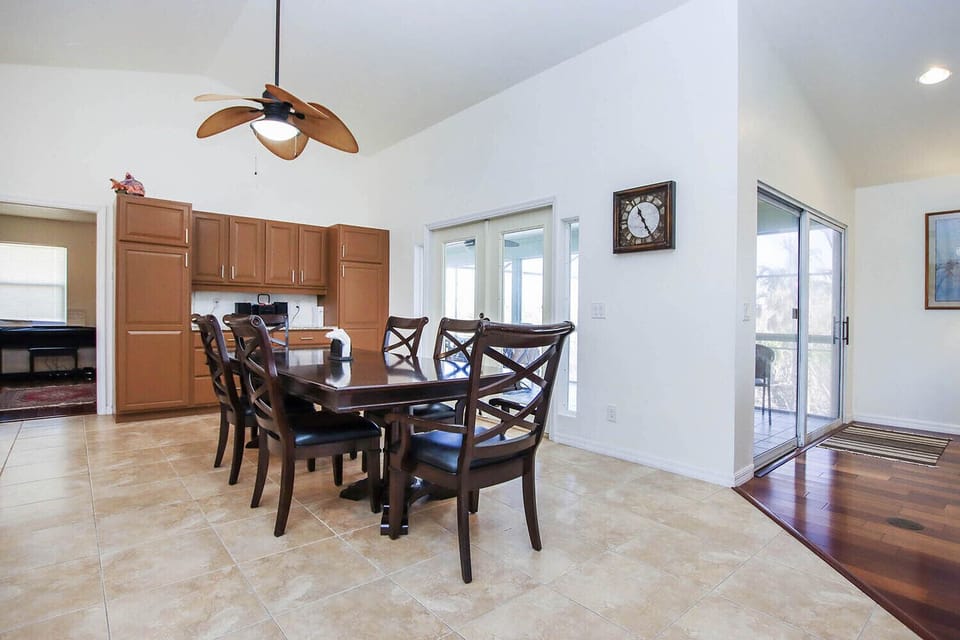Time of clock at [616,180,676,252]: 11:25
